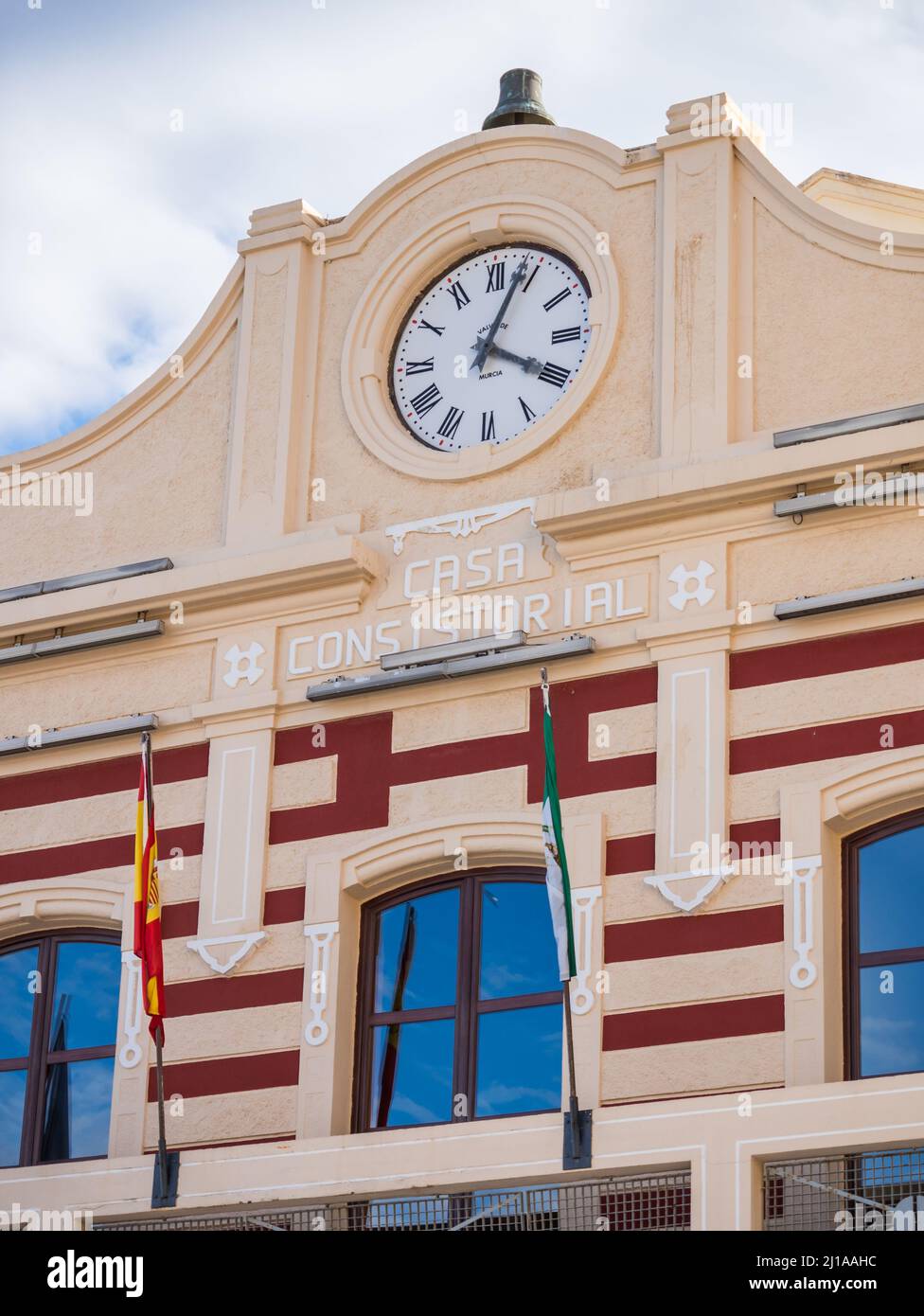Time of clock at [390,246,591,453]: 4:03
